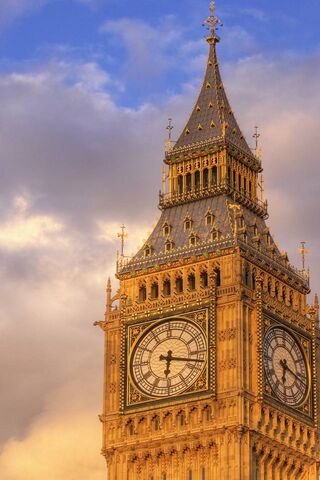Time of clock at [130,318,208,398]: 6:17
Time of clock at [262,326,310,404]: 6:17
